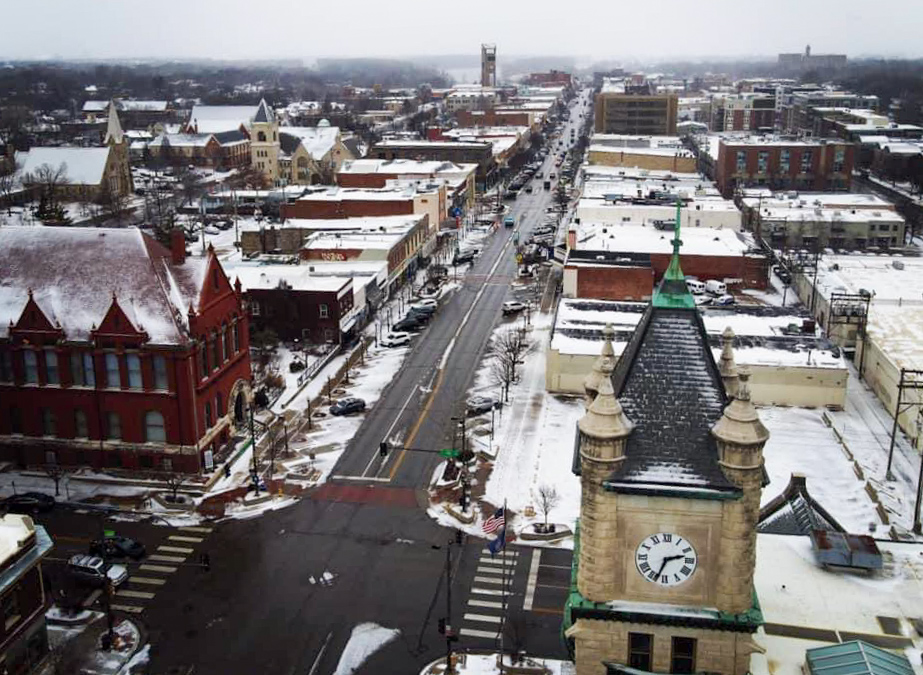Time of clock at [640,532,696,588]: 2:33
